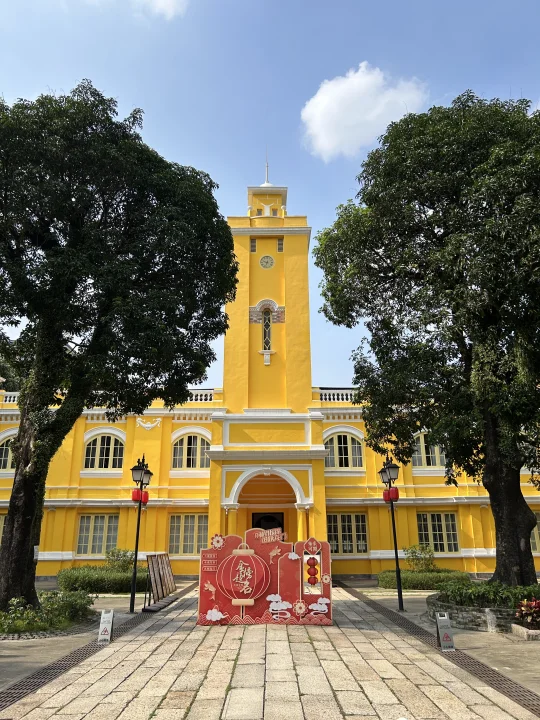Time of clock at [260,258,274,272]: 9:33
